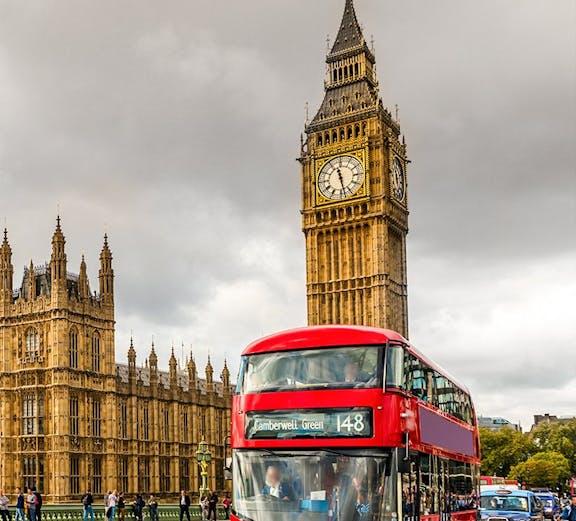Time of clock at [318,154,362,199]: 11:28
